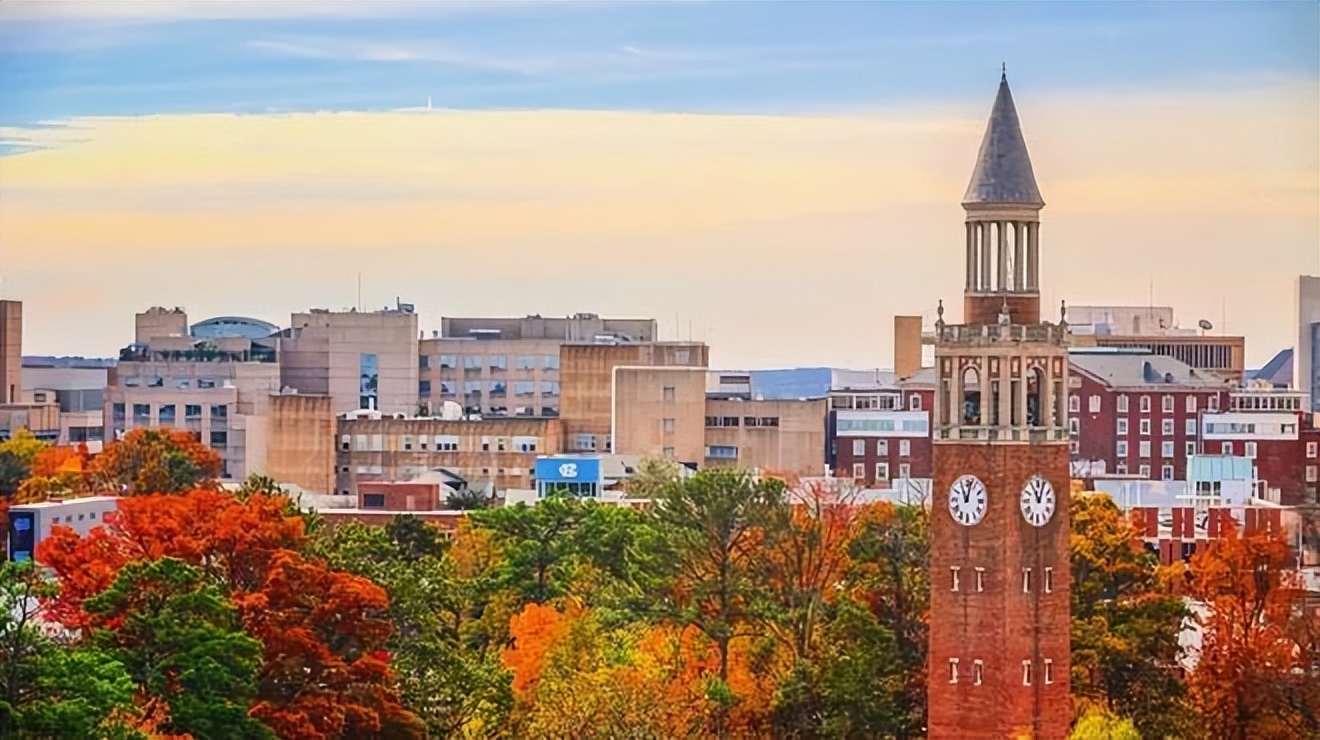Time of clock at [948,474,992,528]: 11:02
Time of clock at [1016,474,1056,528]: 11:04
